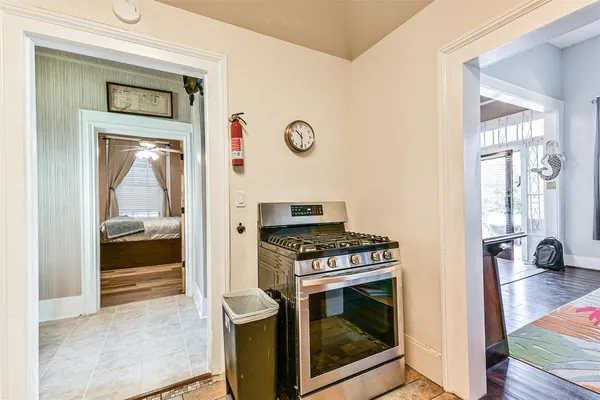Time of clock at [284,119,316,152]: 10:29
